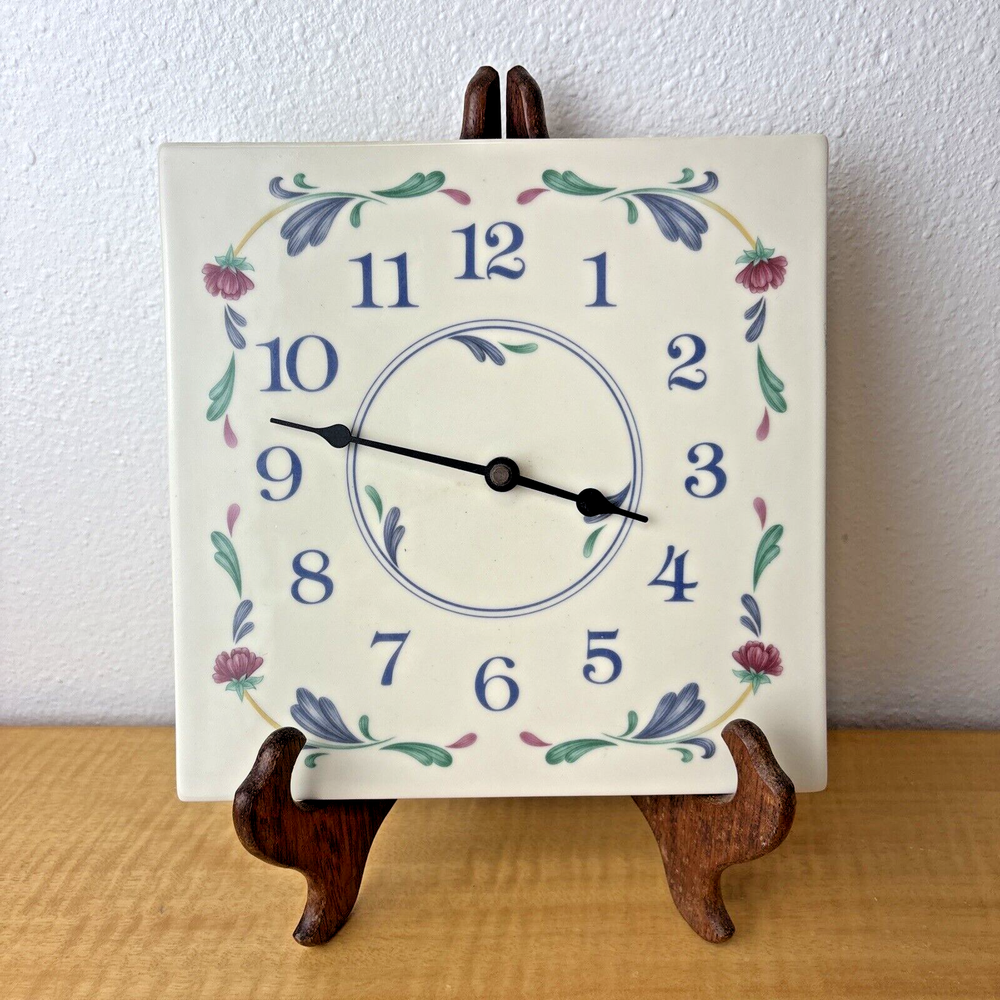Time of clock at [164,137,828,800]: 3:47
